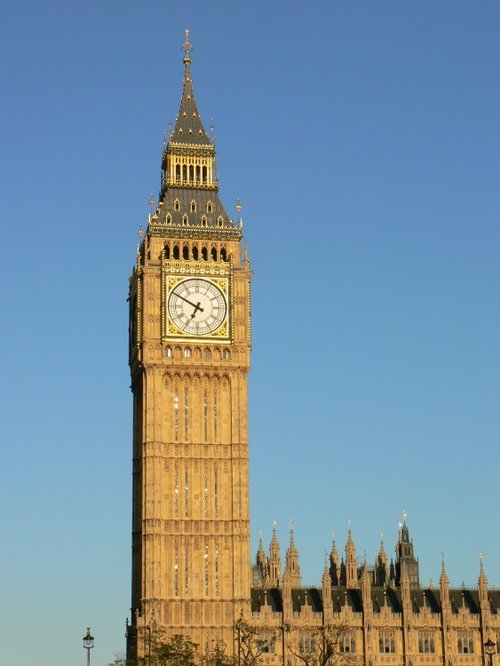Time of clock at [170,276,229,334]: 6:49
